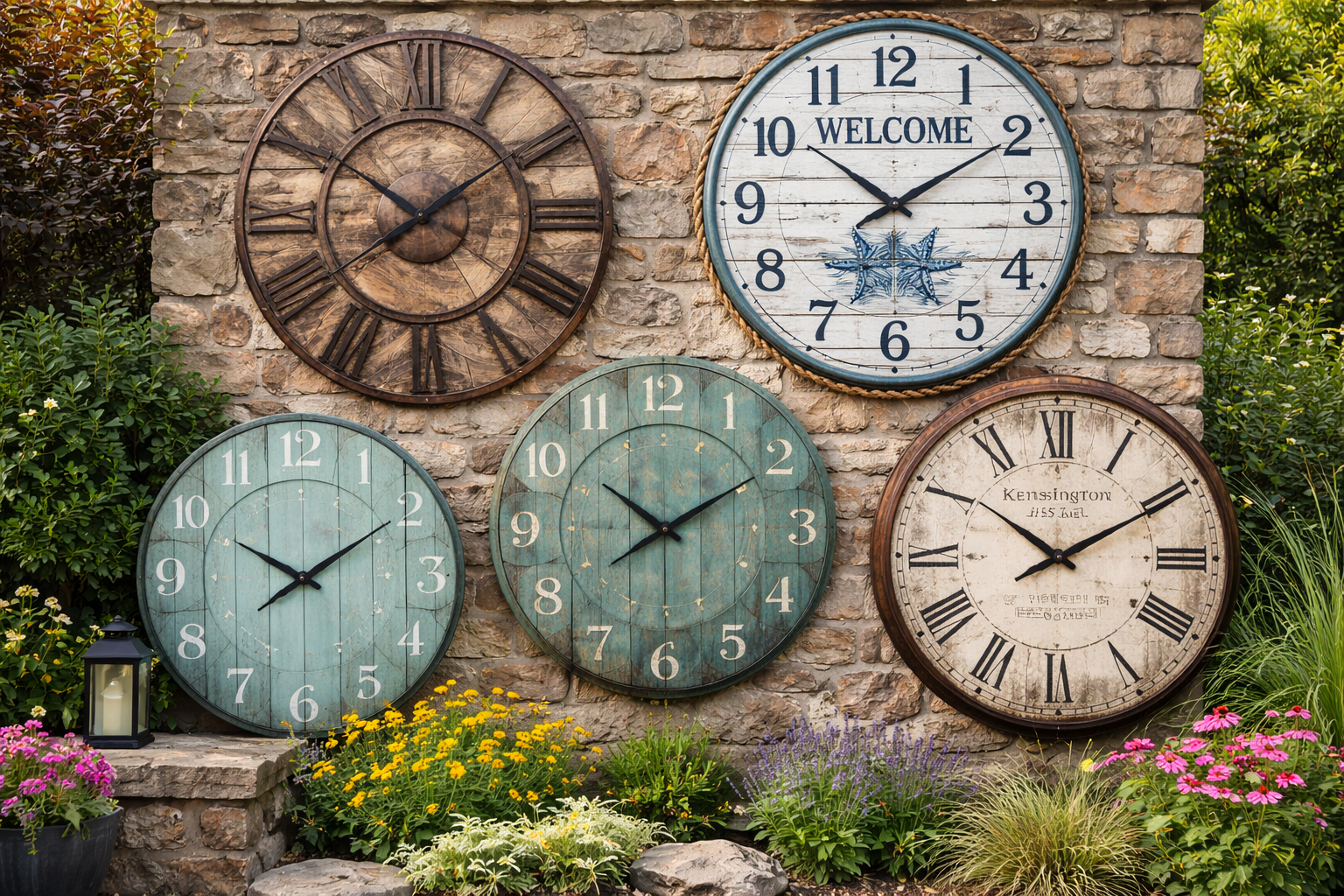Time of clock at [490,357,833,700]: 10:10
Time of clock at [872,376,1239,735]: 10:10
